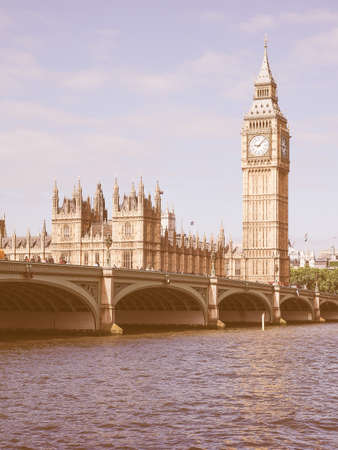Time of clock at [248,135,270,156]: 9:07
